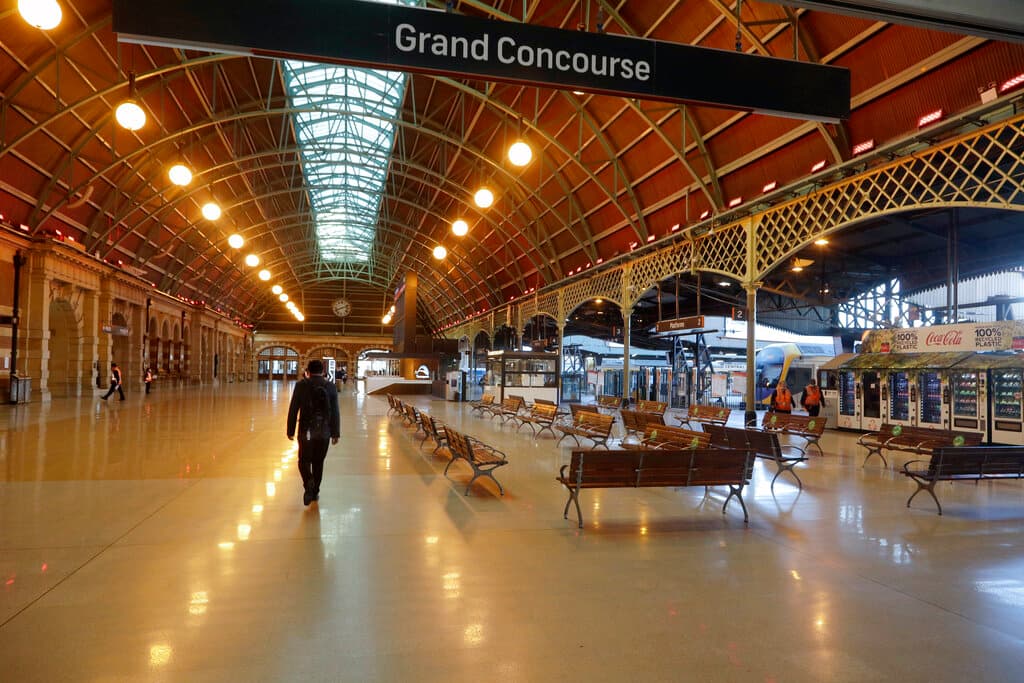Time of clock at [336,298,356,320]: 8:12
